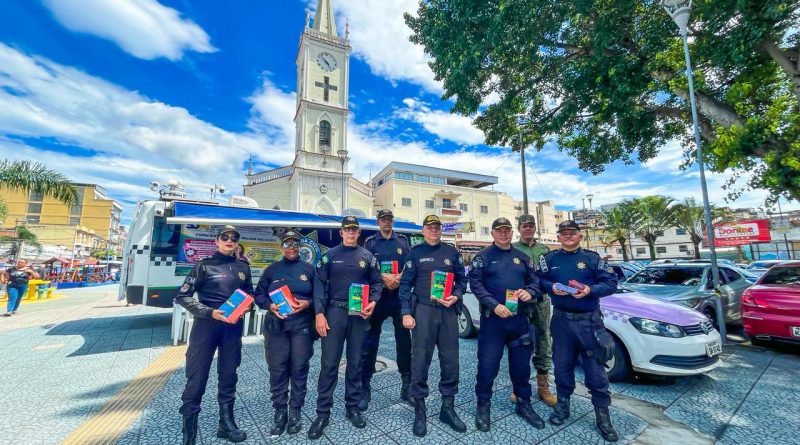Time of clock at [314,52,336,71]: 4:52
